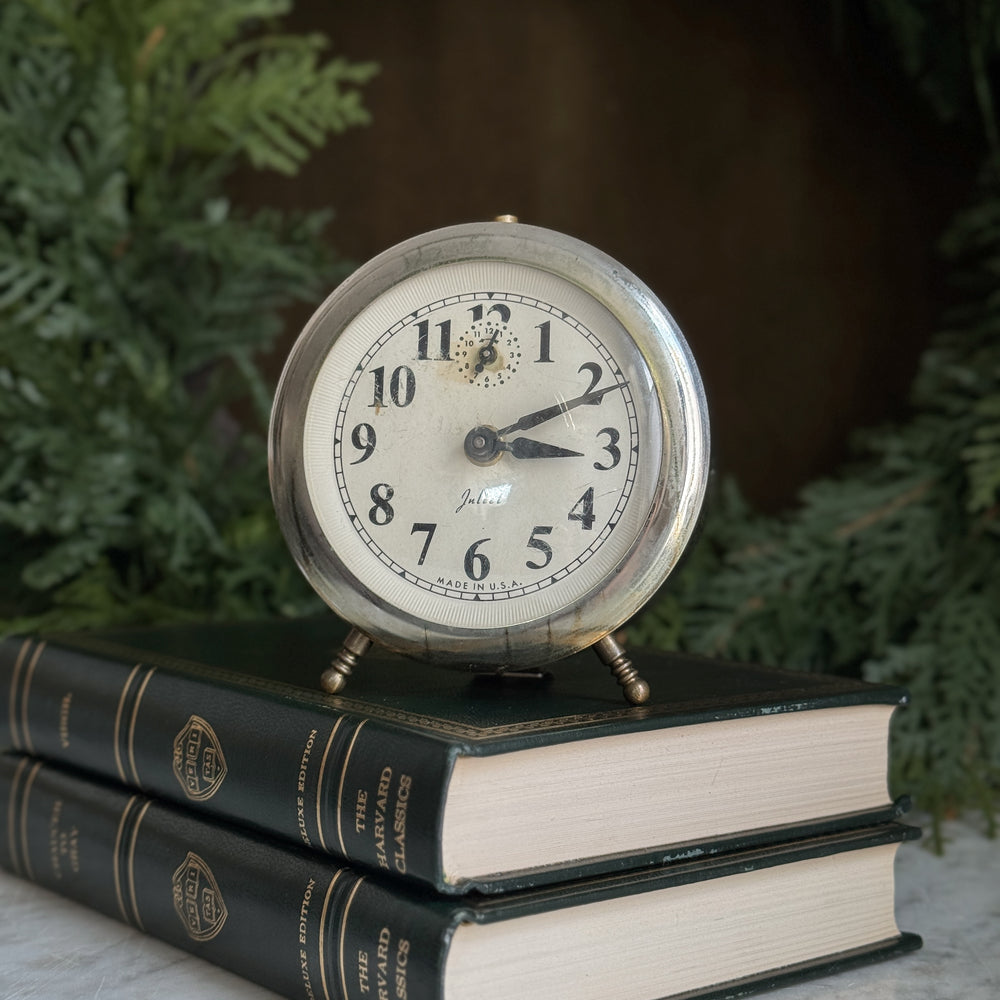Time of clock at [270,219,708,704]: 3:10
